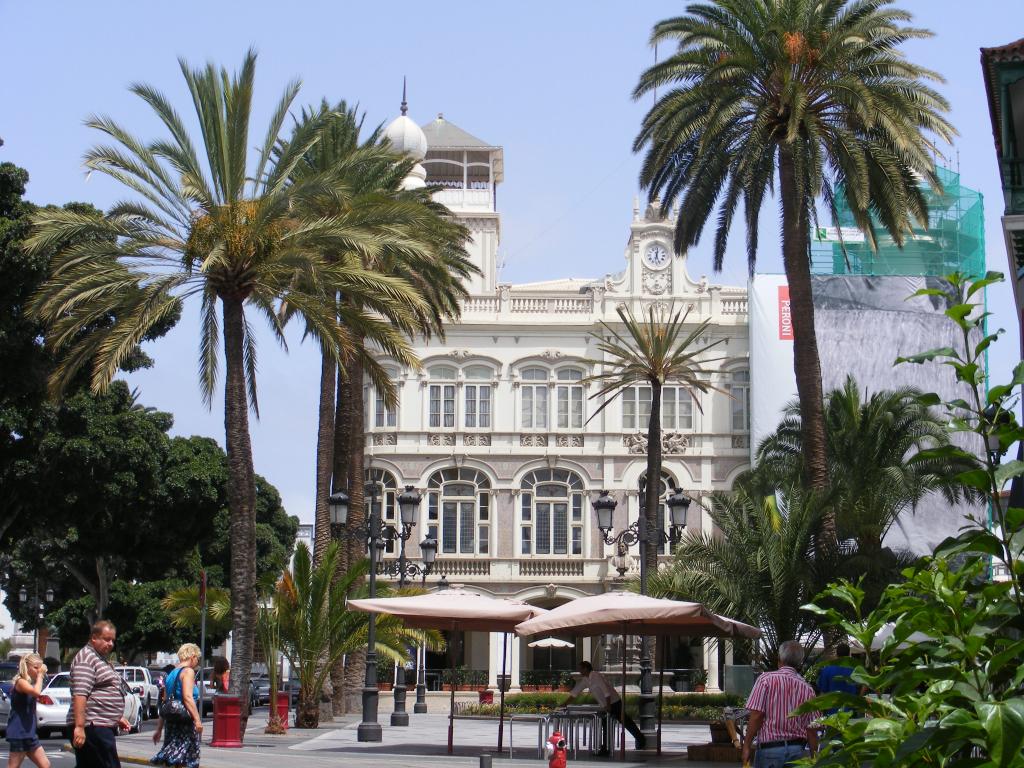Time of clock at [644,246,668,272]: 12:26
